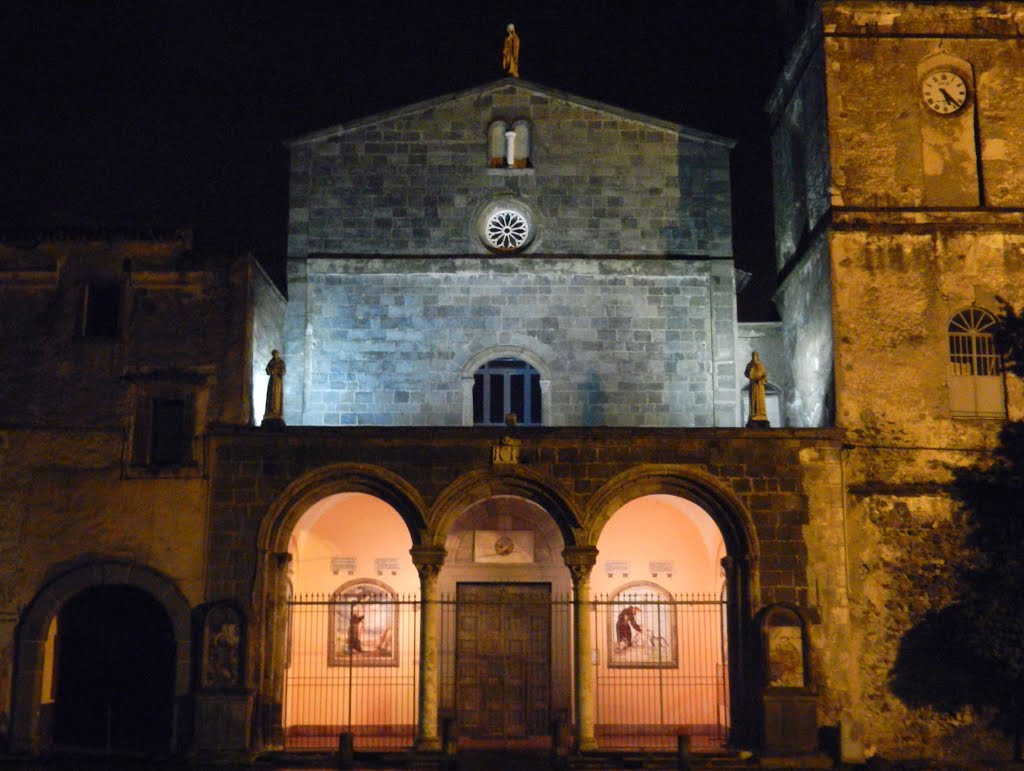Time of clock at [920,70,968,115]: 5:22
